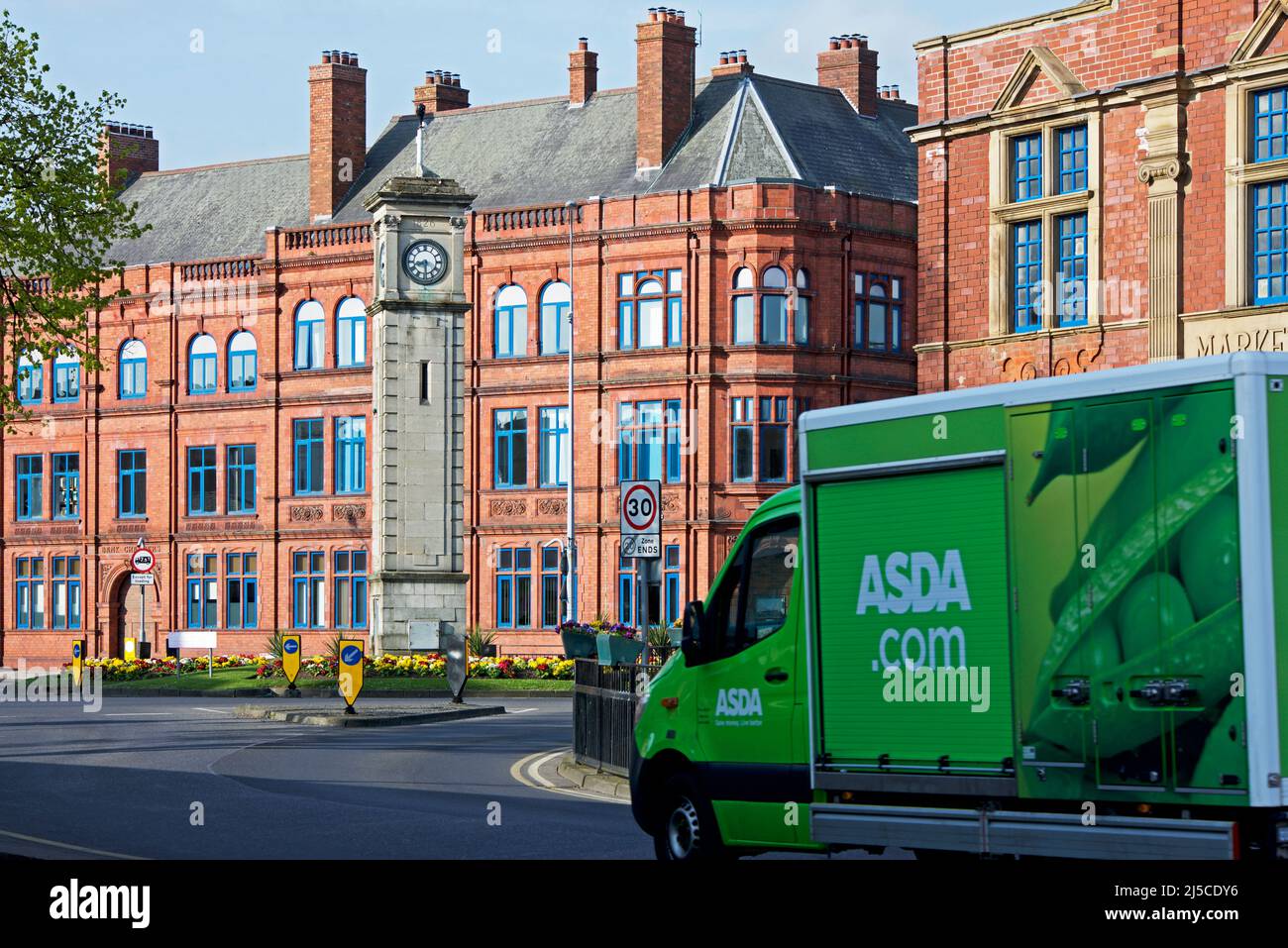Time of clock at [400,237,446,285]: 8:29
